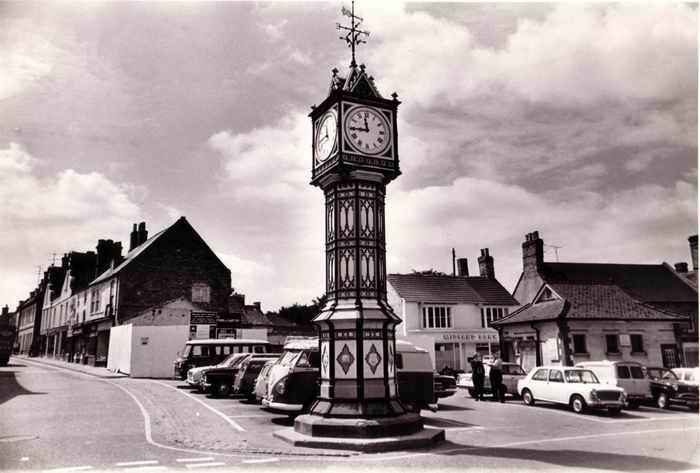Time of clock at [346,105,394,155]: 11:44
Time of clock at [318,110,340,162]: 11:44
